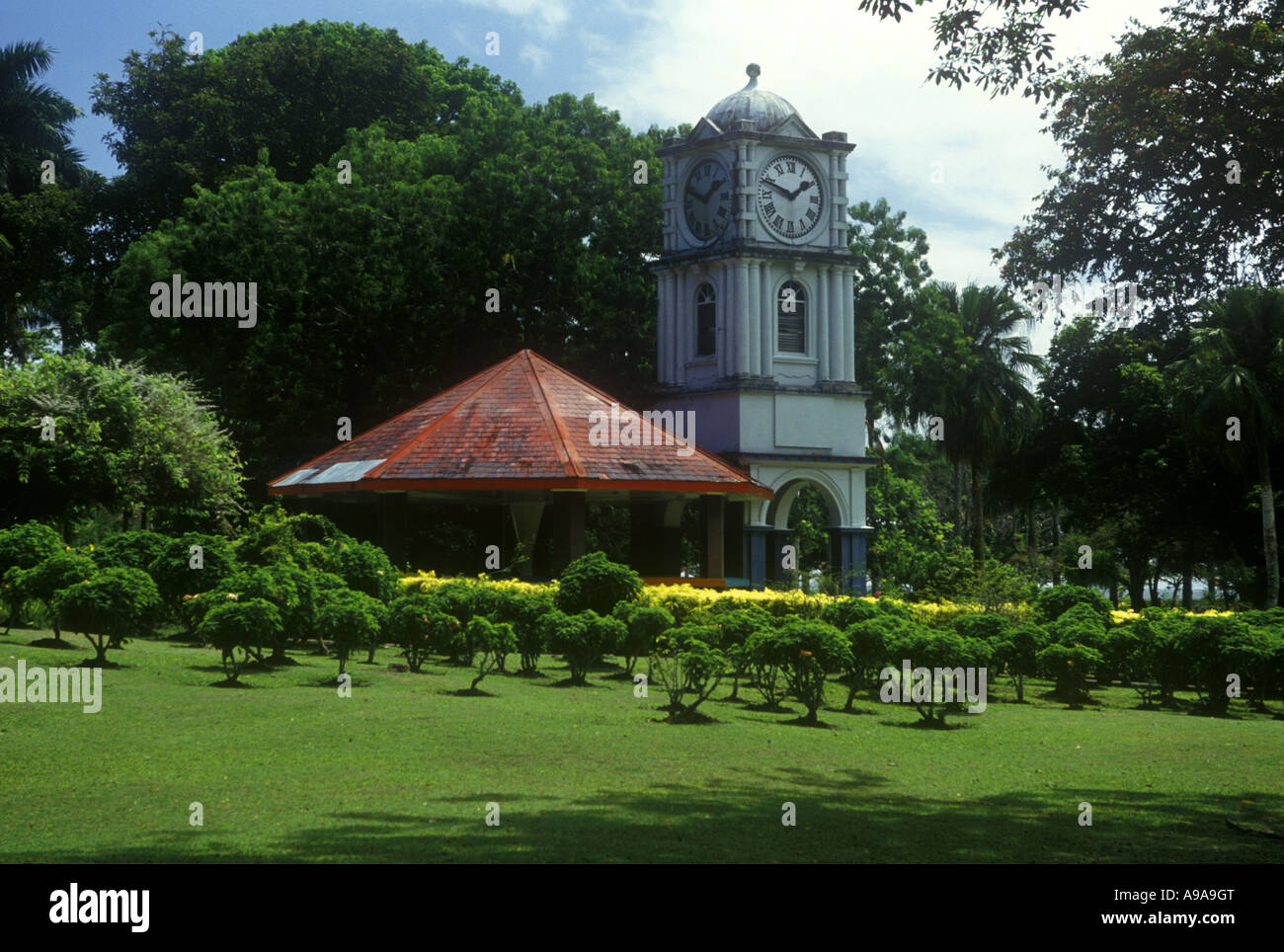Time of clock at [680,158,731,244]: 1:49
